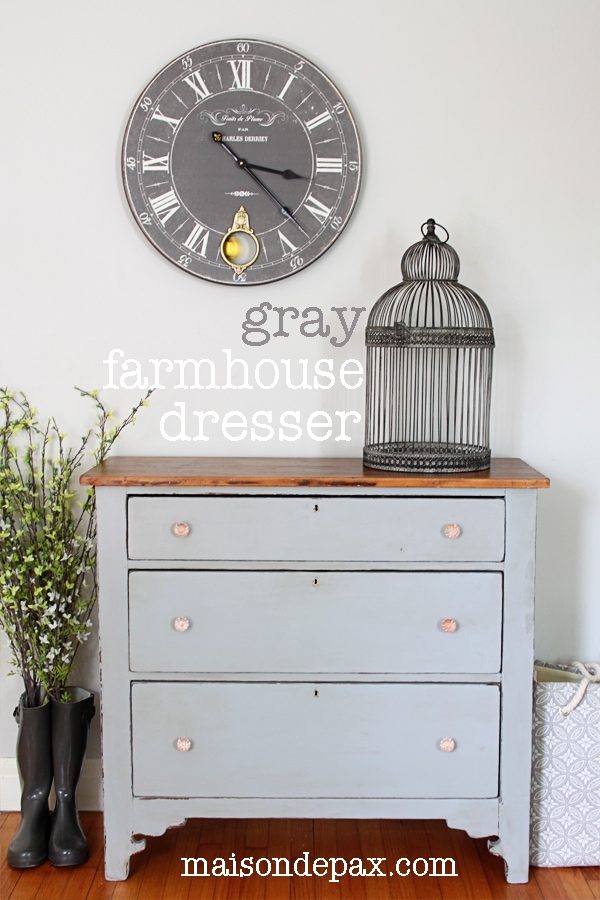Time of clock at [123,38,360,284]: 3:22
